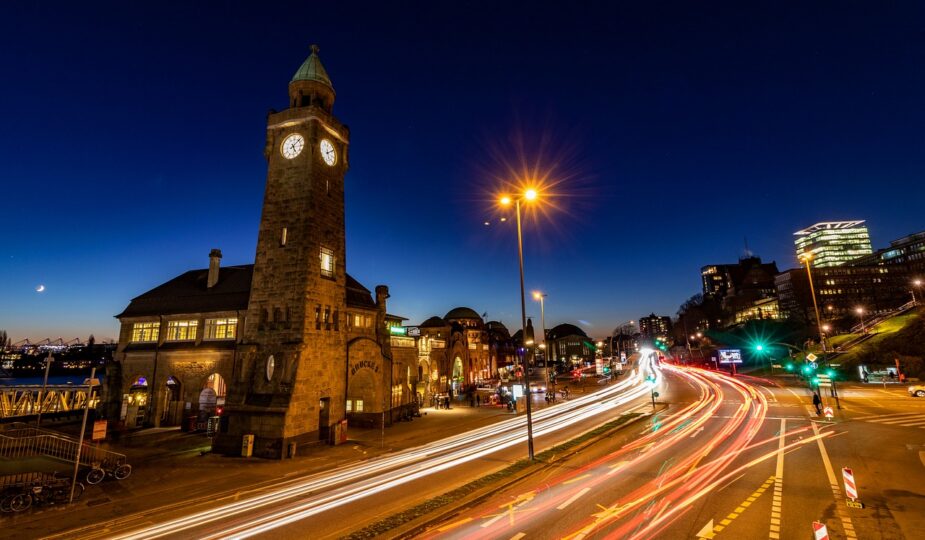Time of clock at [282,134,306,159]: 5:07
